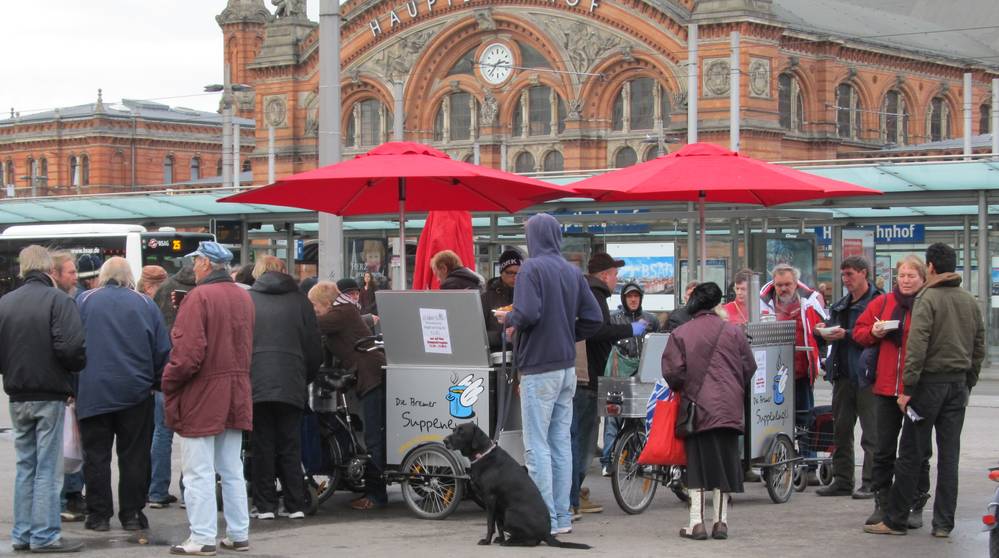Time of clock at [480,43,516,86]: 2:36
